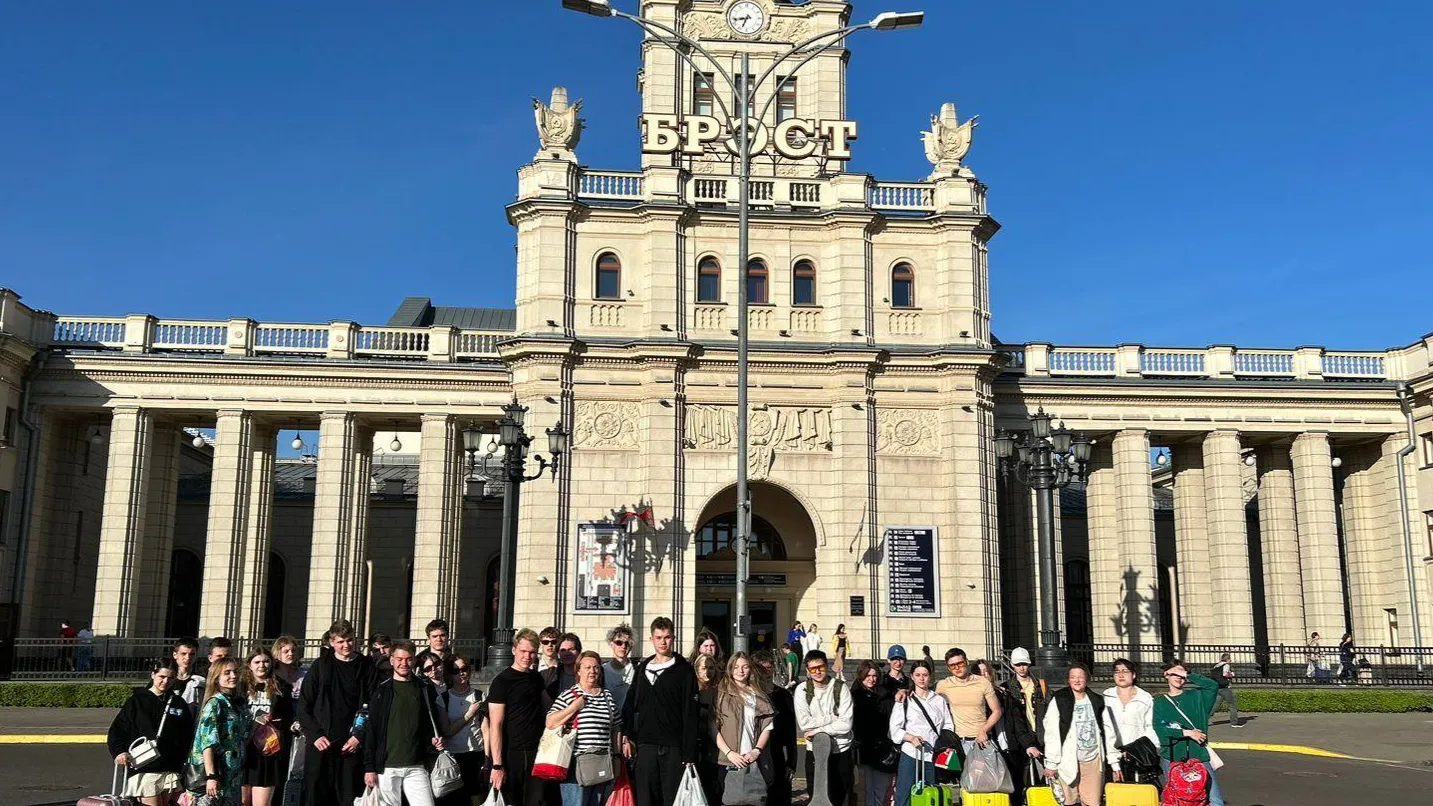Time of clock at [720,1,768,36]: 6:43
